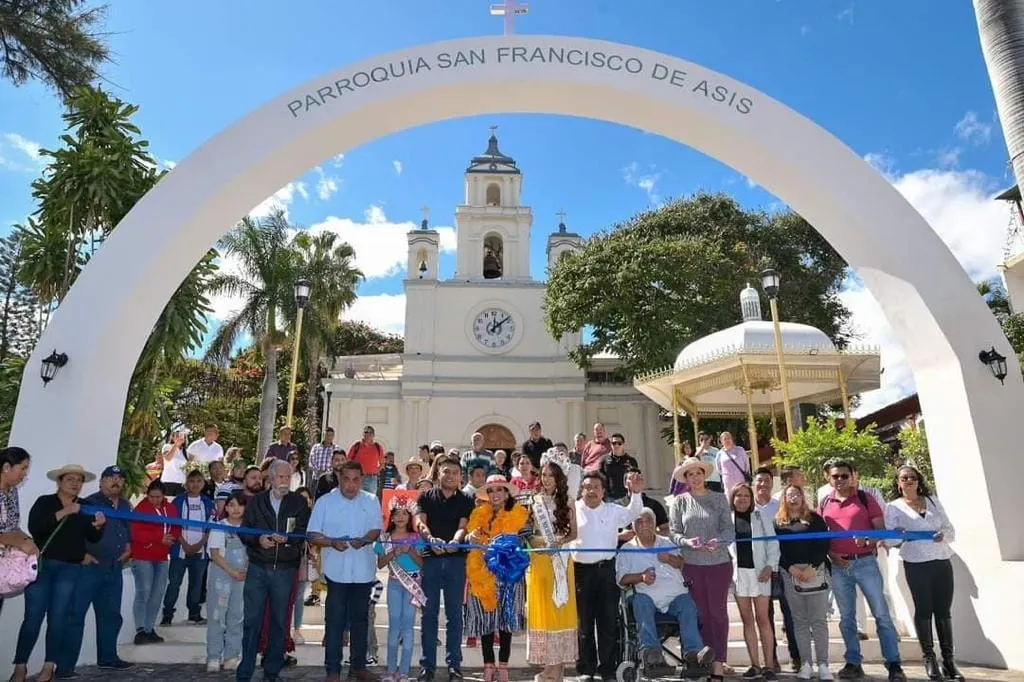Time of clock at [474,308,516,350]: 12:08
